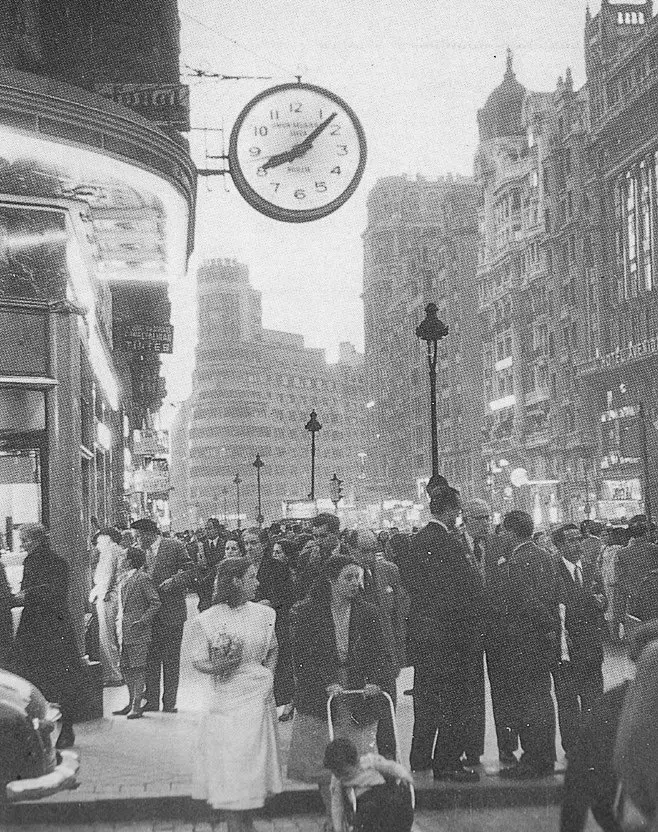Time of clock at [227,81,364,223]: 8:07
